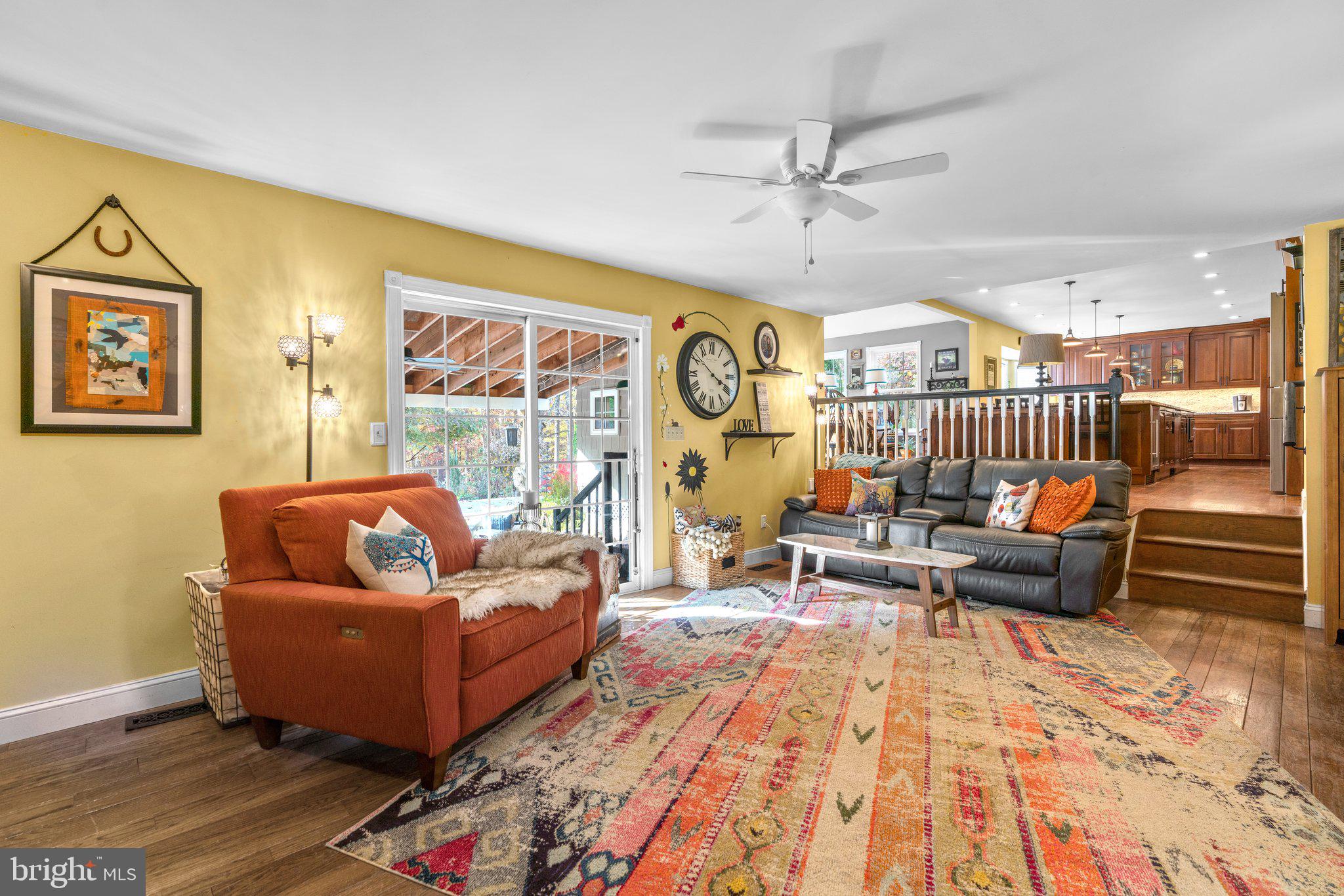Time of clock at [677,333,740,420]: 3:51
